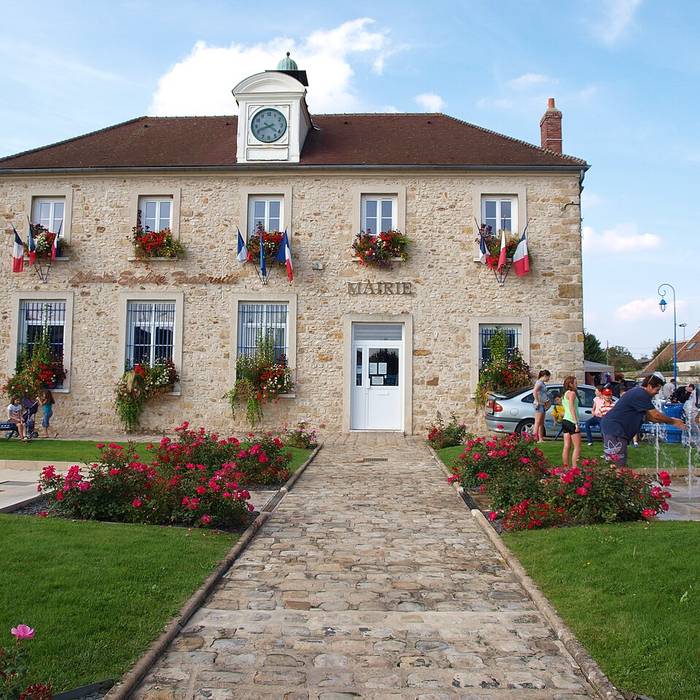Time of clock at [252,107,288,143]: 8:21
